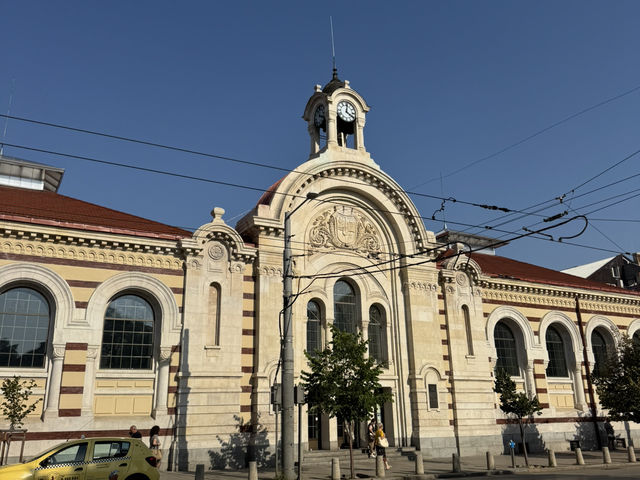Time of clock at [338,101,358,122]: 4:01
